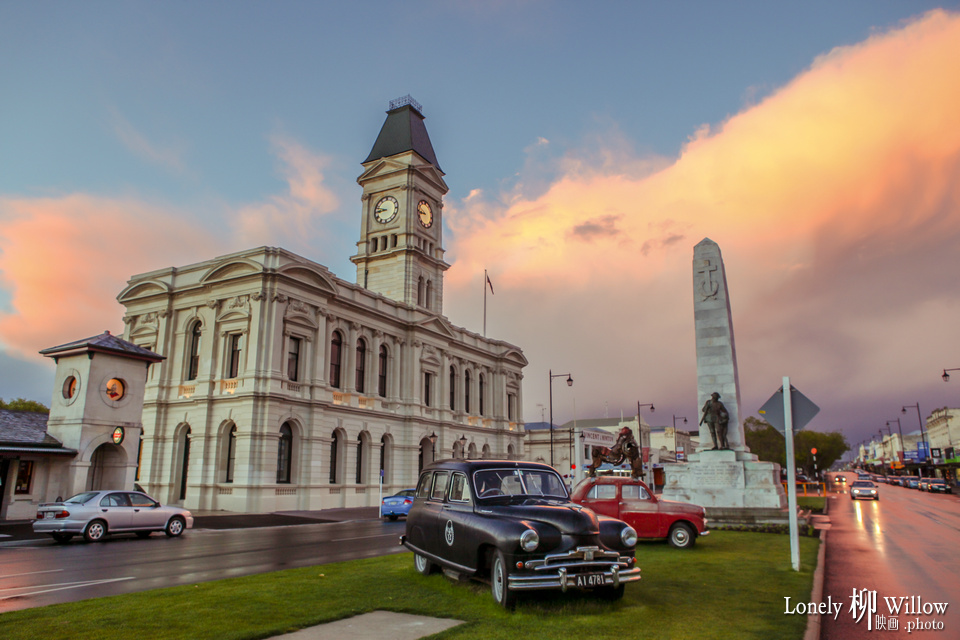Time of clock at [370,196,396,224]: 8:47
